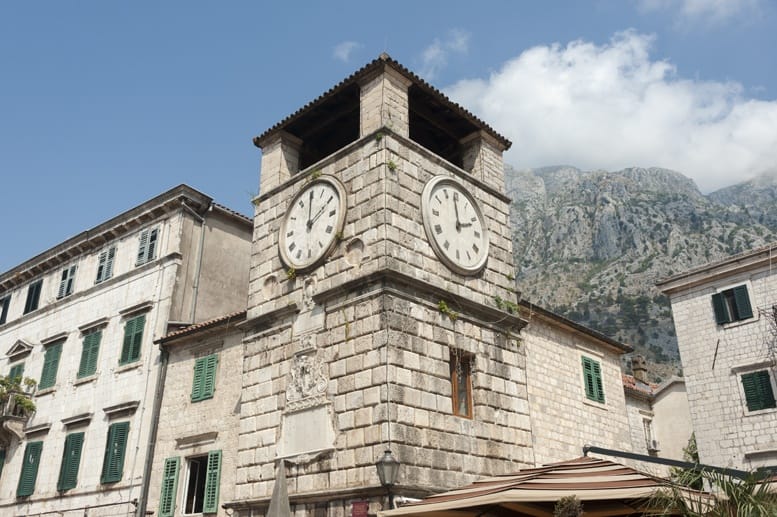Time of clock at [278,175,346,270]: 2:00
